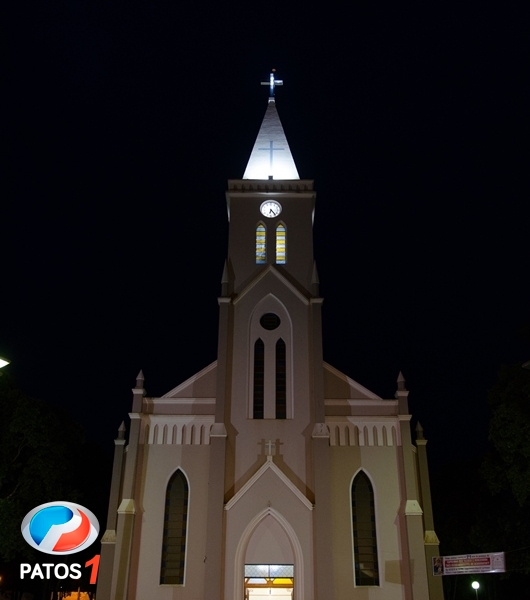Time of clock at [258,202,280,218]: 6:23
